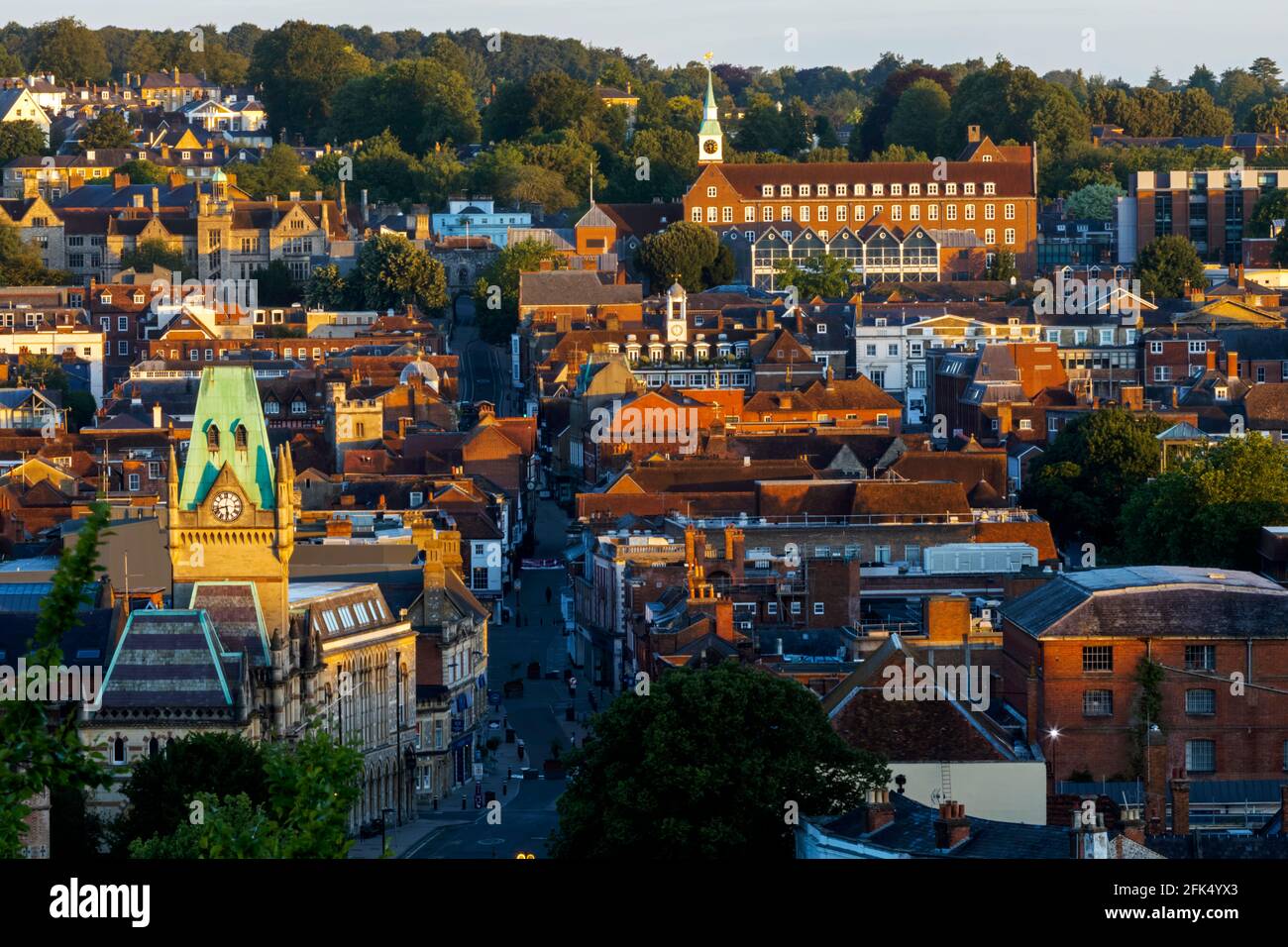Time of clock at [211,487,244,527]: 5:42
